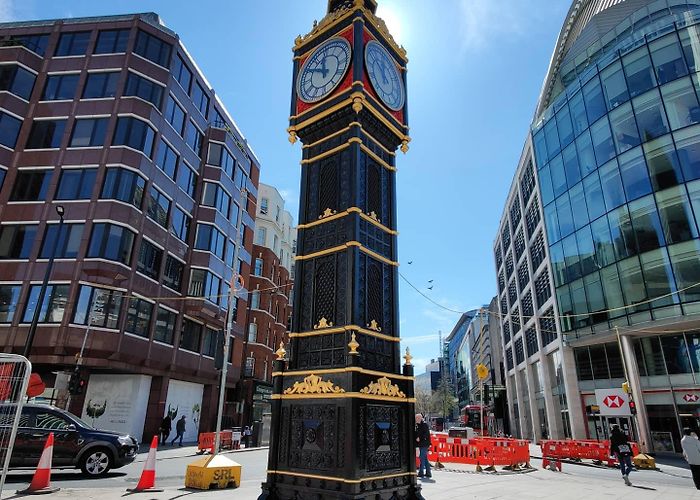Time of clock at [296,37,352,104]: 11:50
